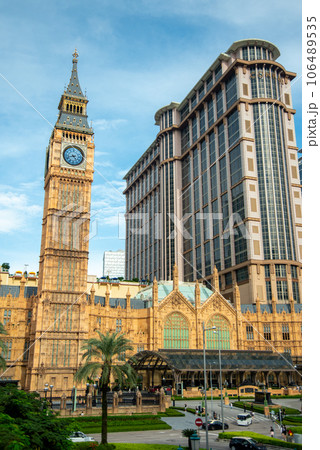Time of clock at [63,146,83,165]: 4:42
